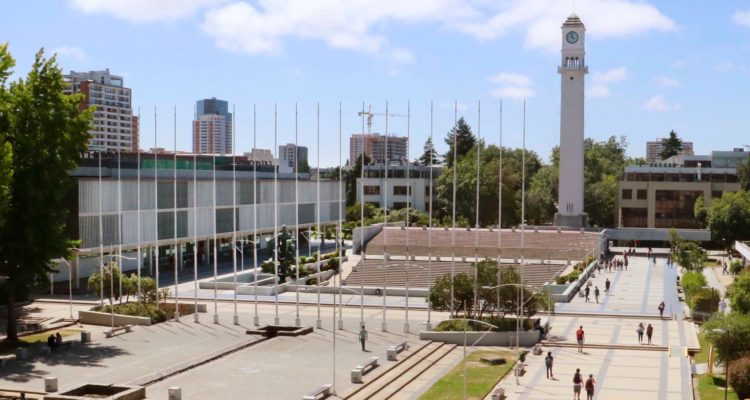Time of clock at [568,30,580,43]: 3:58
